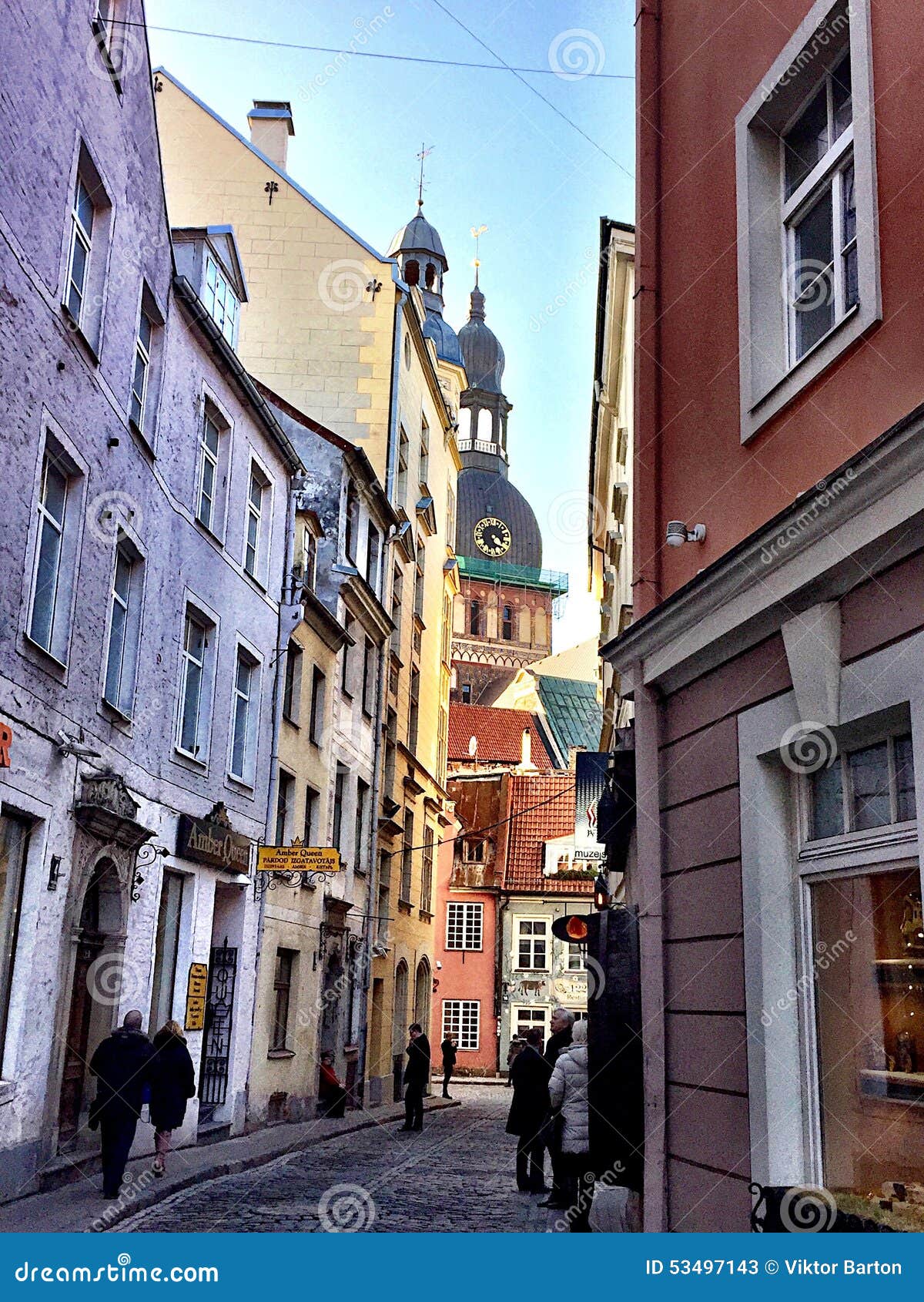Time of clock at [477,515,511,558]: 5:18
